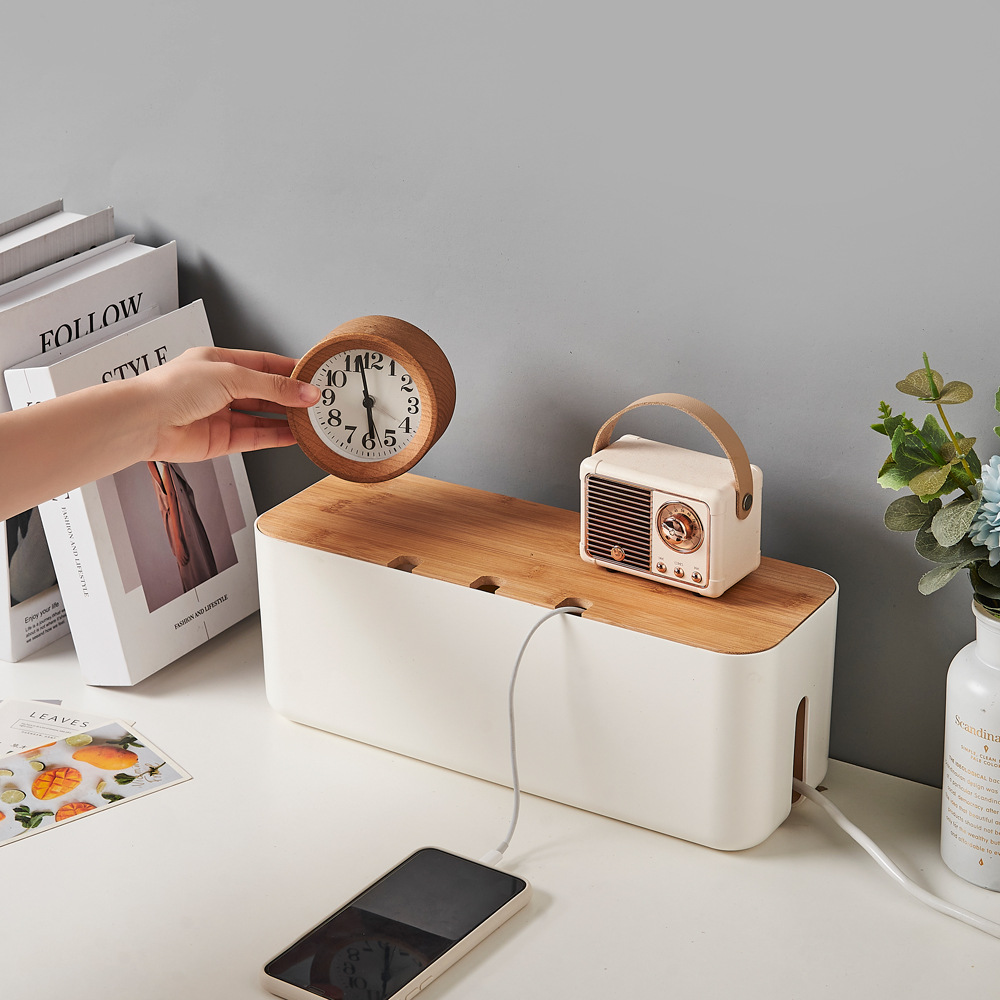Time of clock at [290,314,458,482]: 5:57
